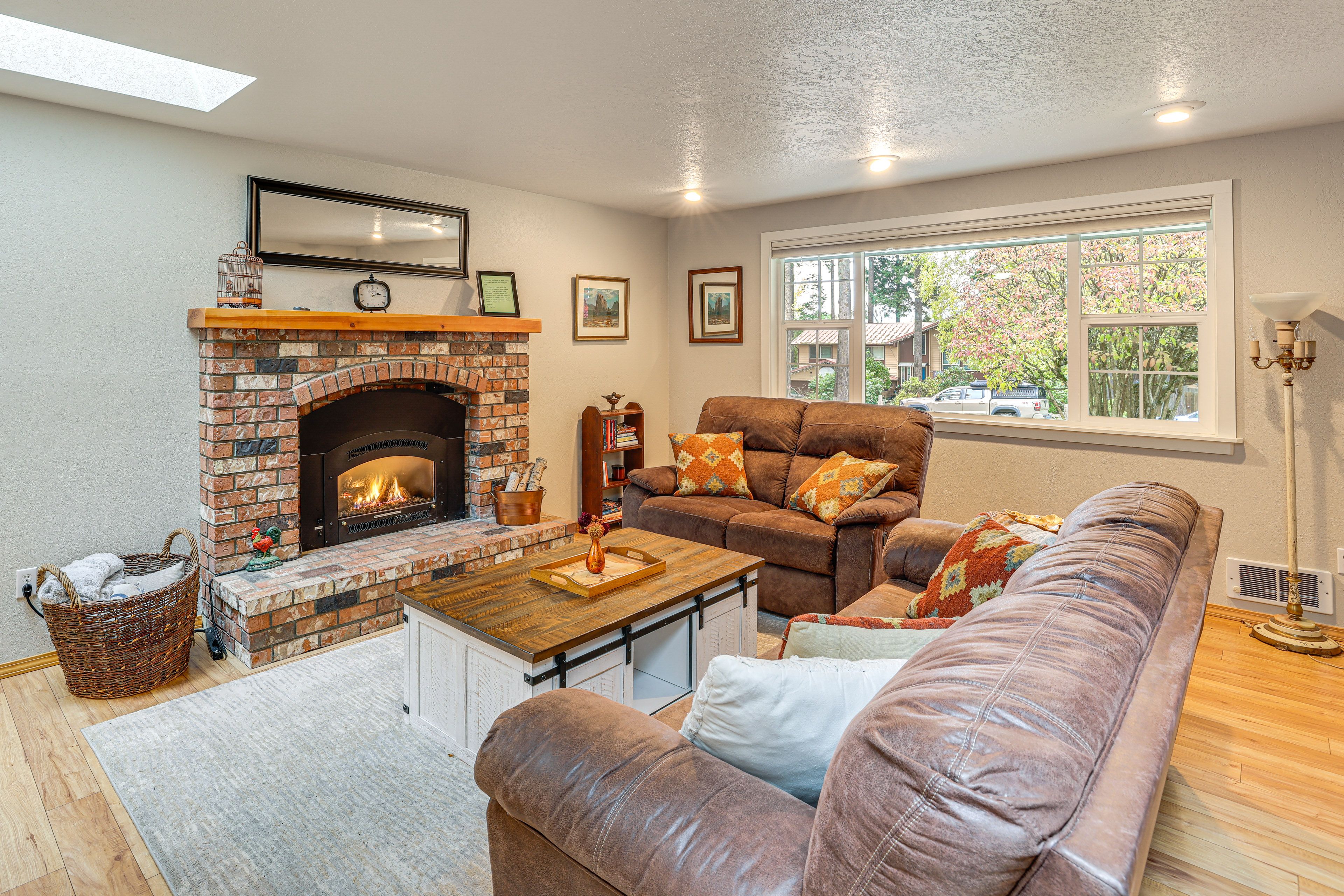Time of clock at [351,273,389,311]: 2:12
